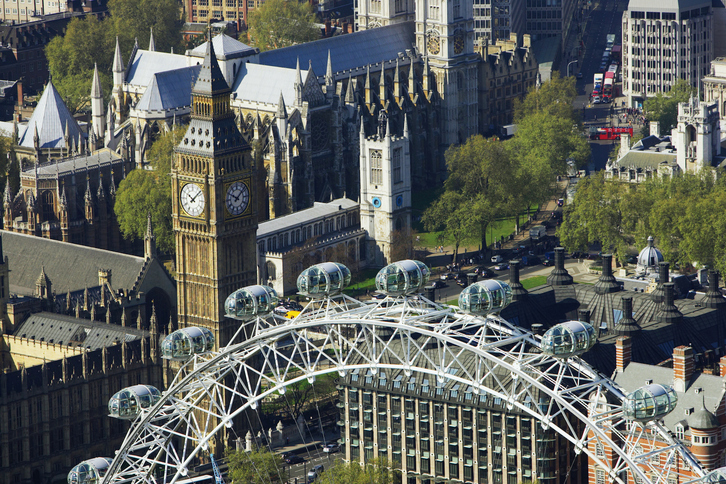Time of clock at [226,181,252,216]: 10:07
